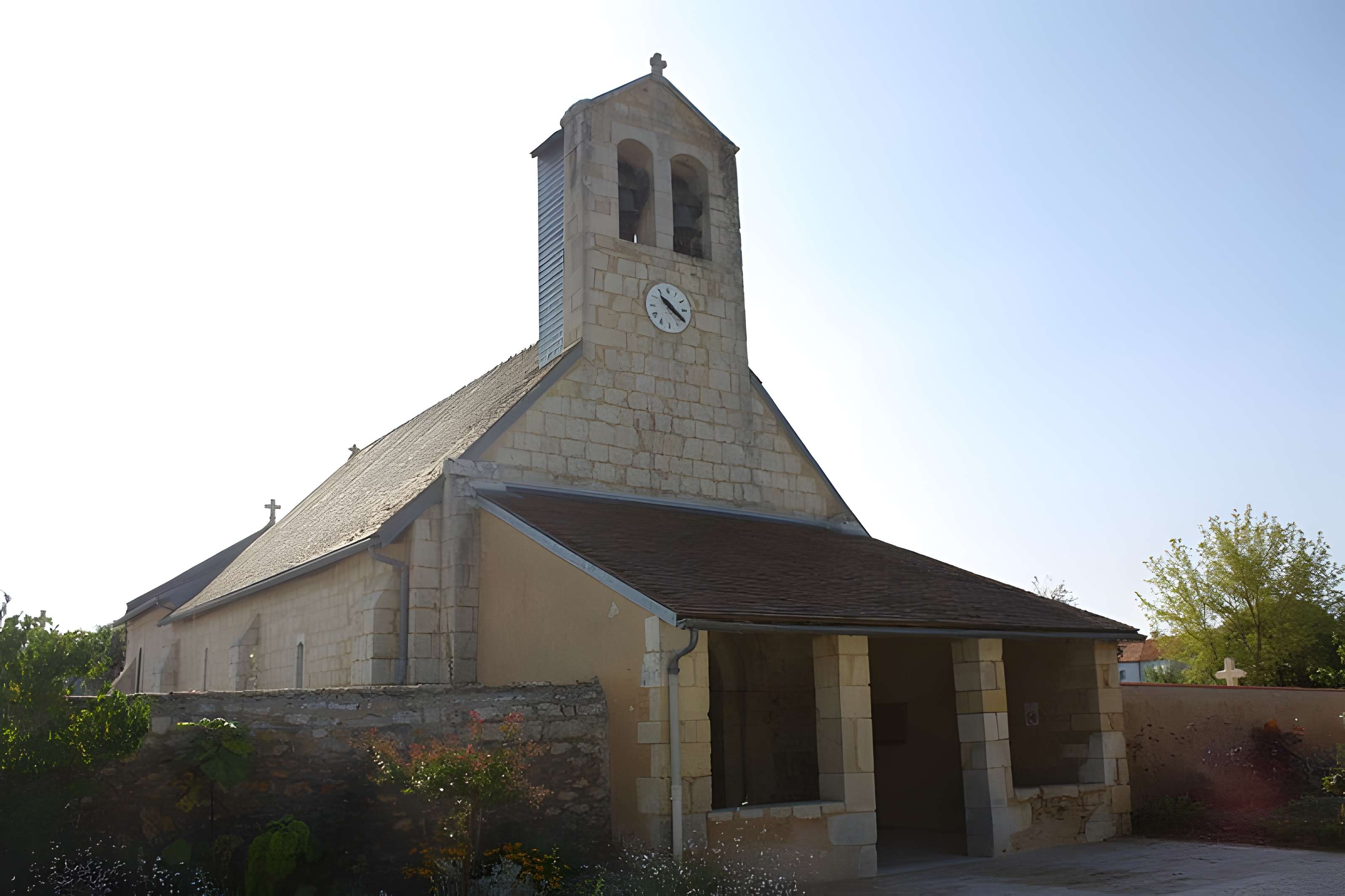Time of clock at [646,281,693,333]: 10:20
